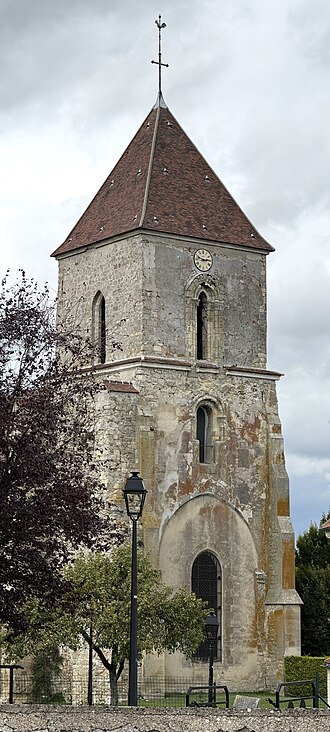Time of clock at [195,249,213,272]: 2:48
